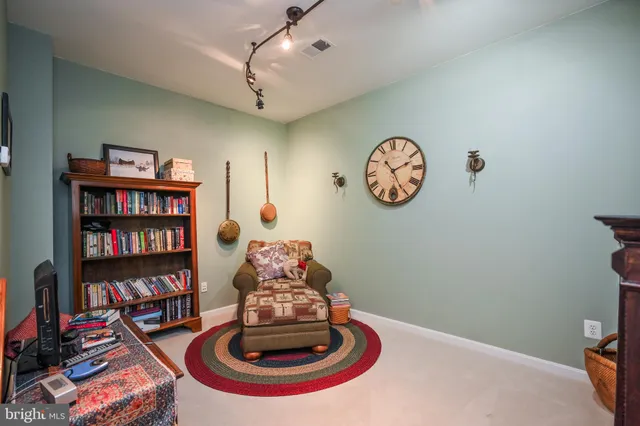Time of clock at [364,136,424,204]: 2:25
